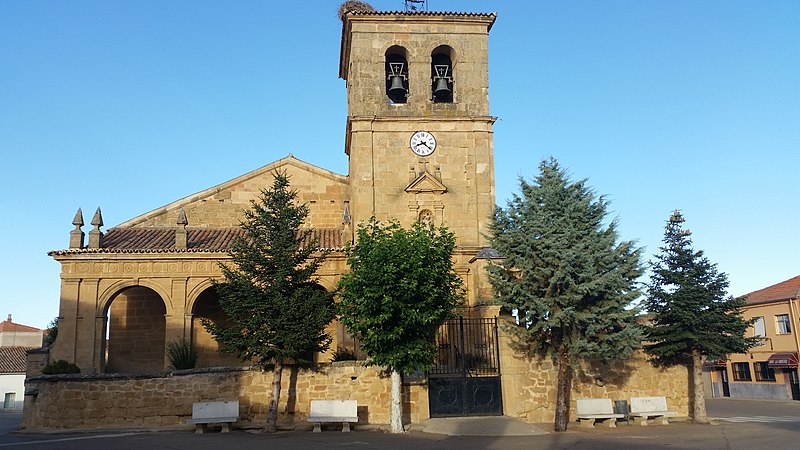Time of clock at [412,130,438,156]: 8:21
